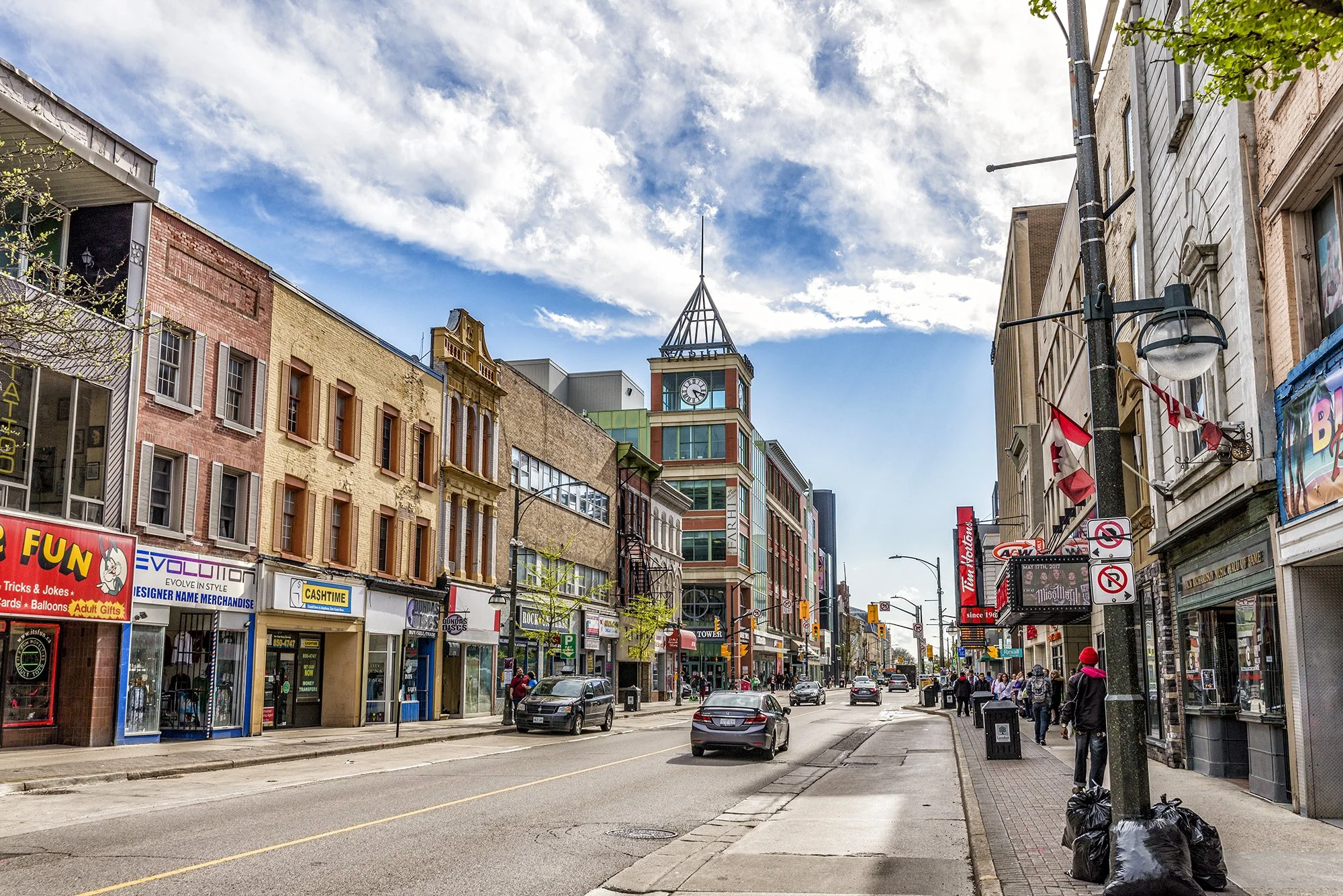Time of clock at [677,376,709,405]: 5:18
